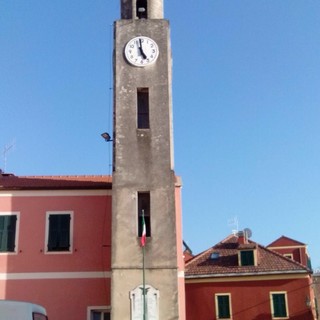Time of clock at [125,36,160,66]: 4:58
